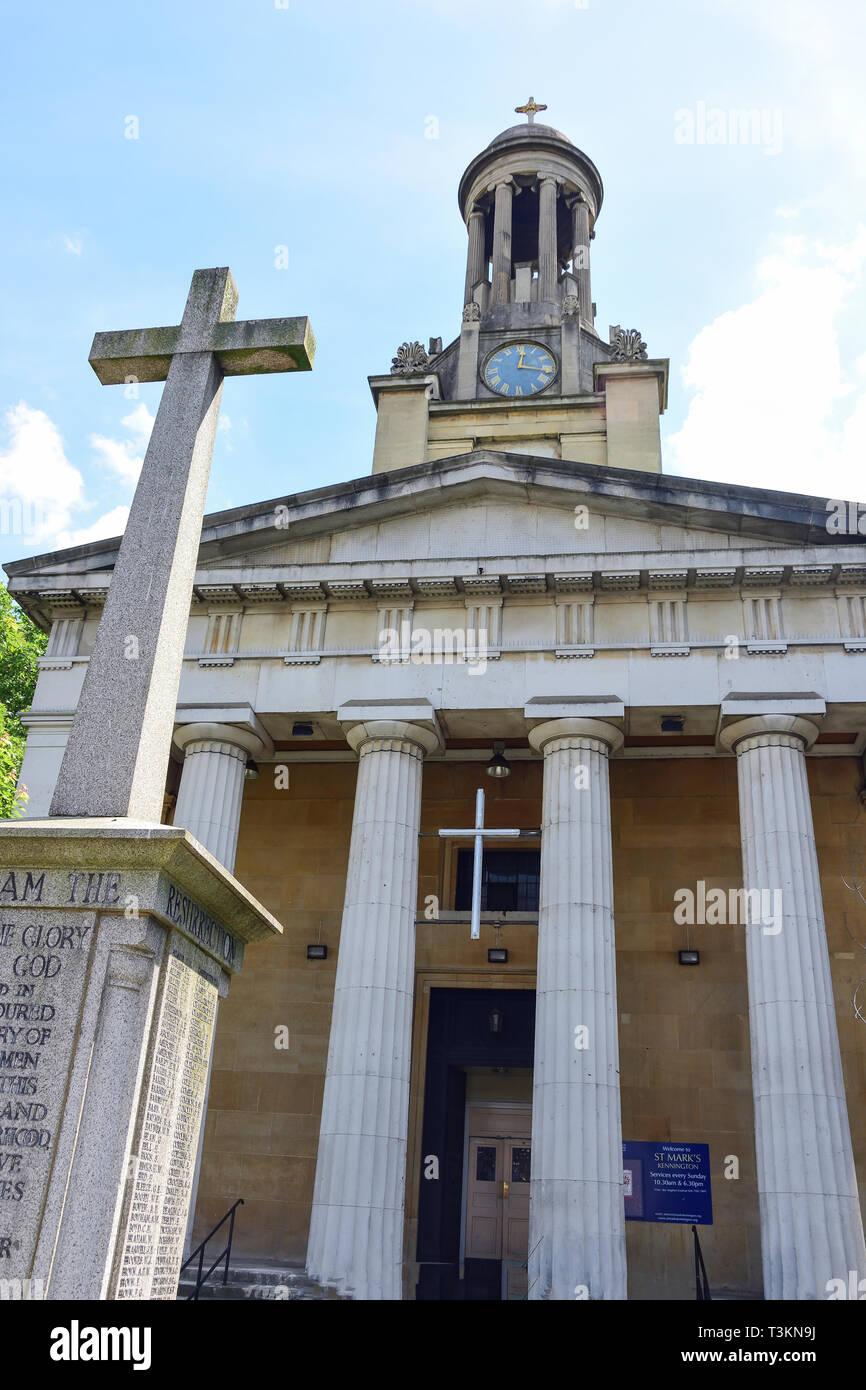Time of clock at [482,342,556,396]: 12:16
